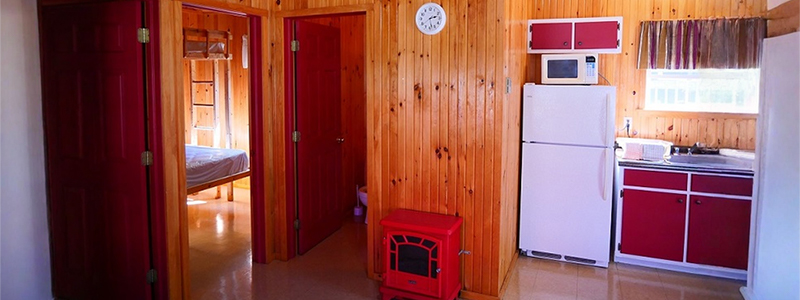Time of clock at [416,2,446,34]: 2:28
